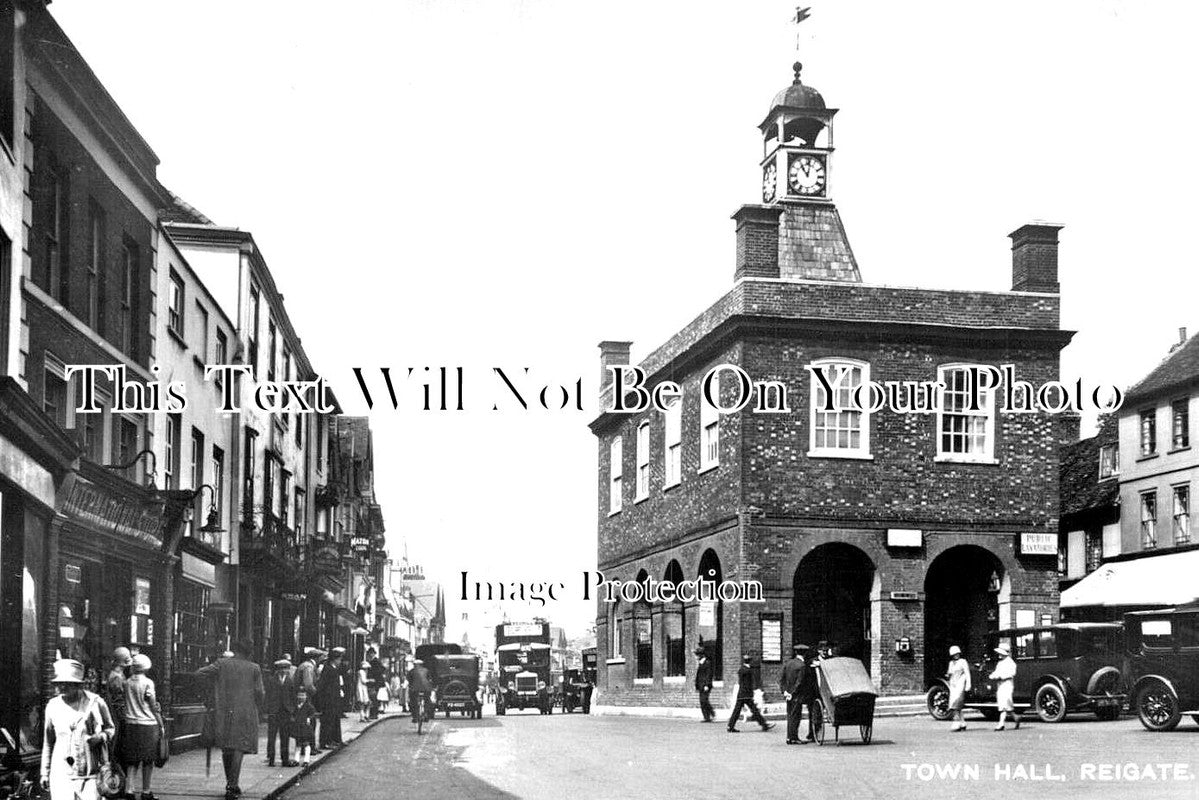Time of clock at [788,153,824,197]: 11:02
